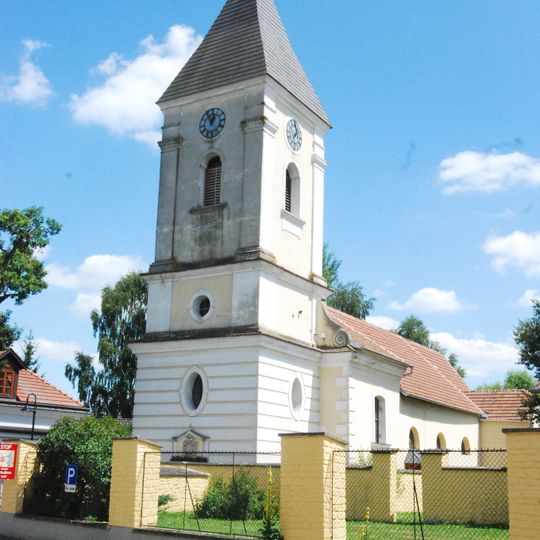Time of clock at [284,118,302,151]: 6:58
